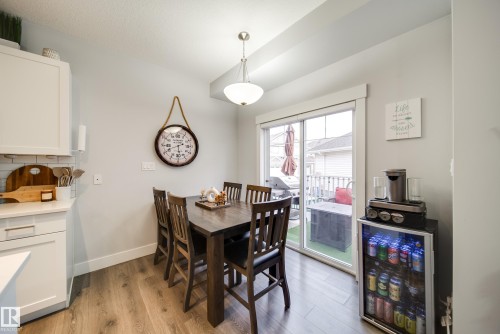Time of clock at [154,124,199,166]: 5:41
